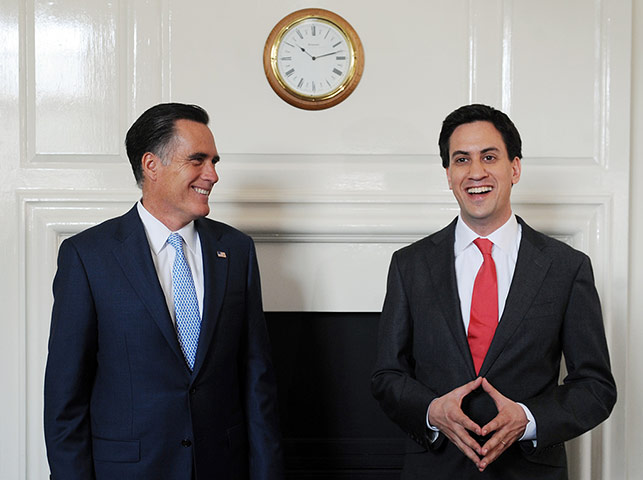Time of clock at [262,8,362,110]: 10:12
